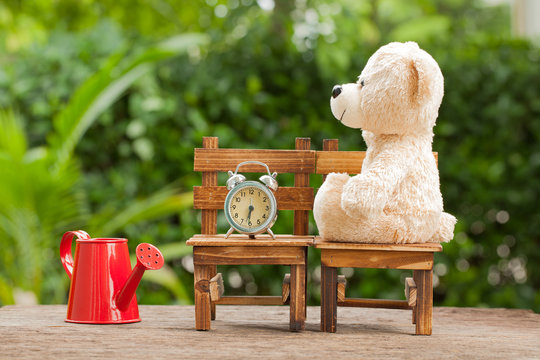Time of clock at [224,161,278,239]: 6:31
